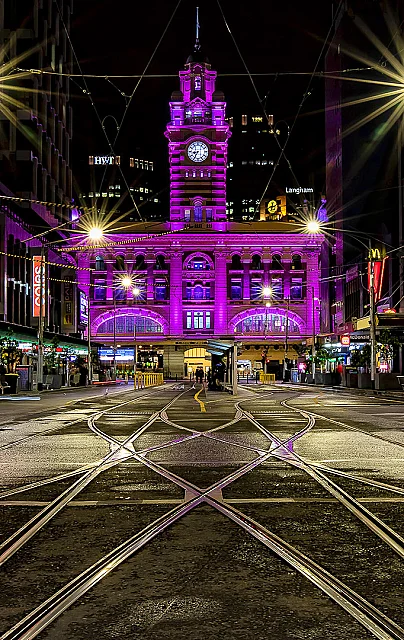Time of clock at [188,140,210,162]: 8:34
